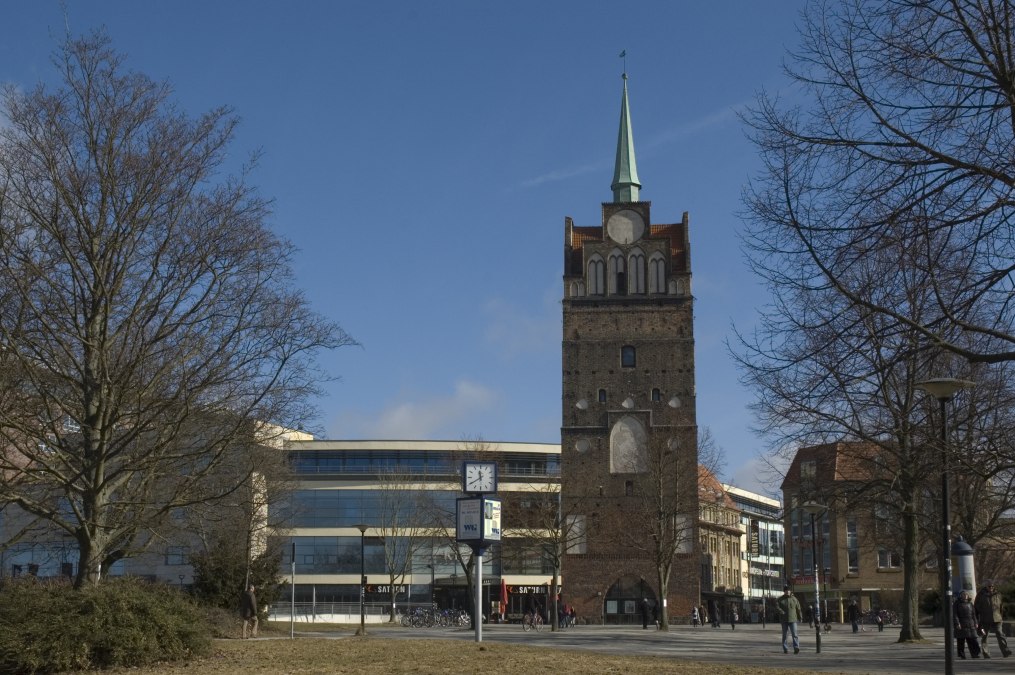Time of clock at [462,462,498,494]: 11:39
